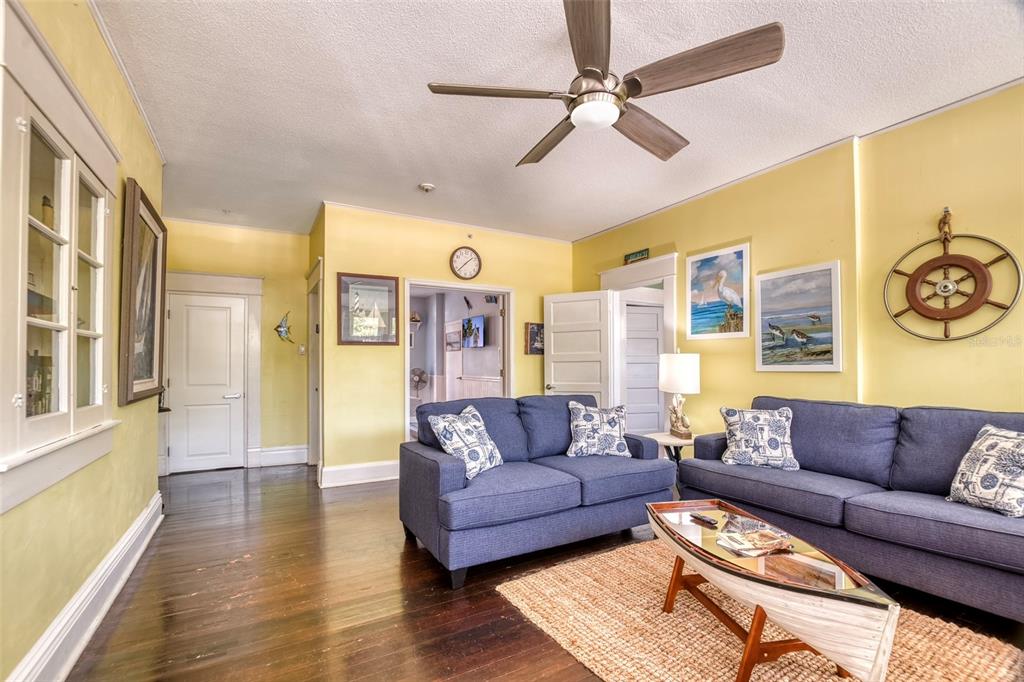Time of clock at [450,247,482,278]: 1:37
